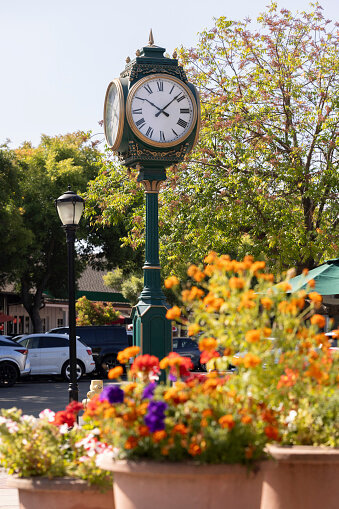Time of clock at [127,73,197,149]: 10:08
